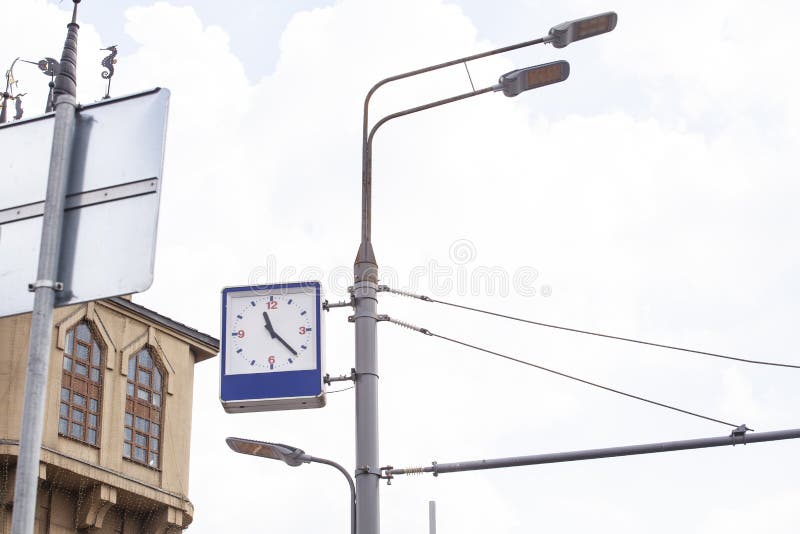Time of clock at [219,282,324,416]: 11:22
